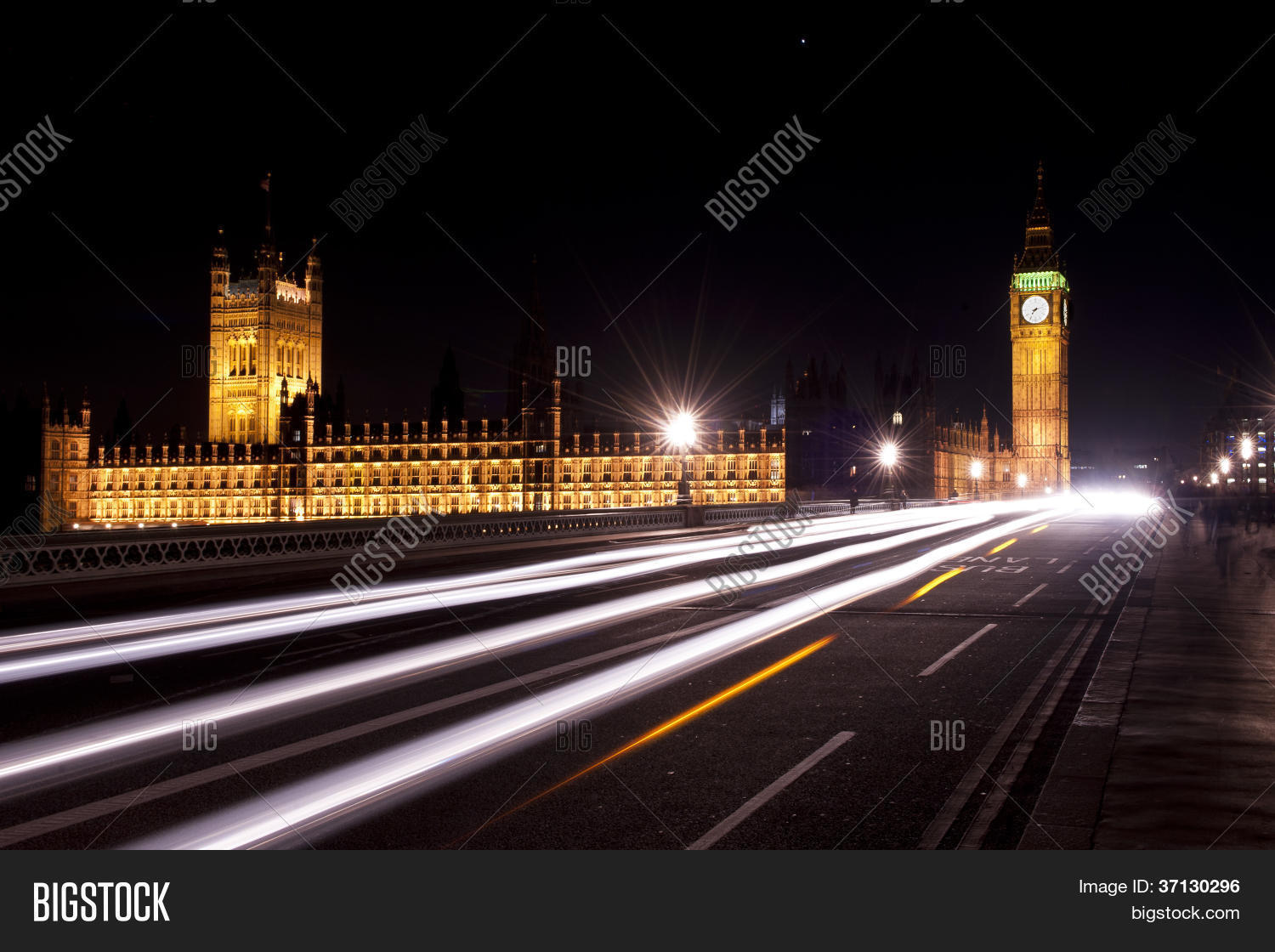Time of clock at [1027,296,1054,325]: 7:12
